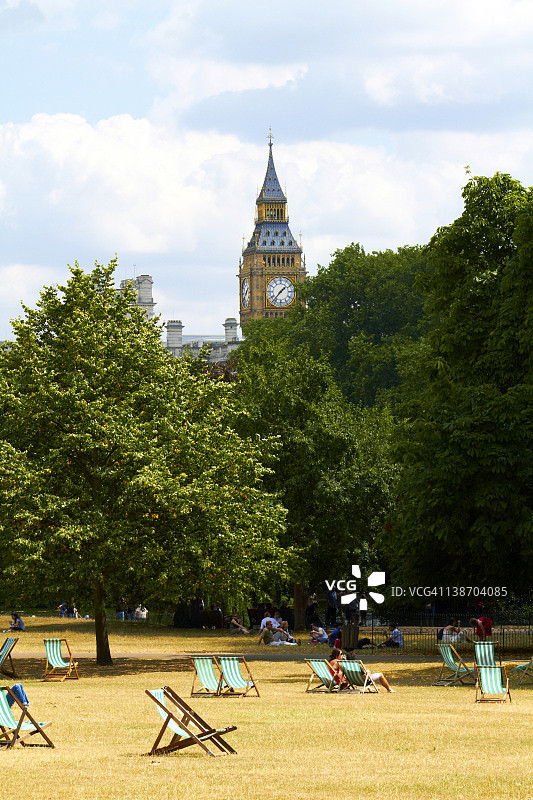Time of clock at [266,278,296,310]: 1:37
